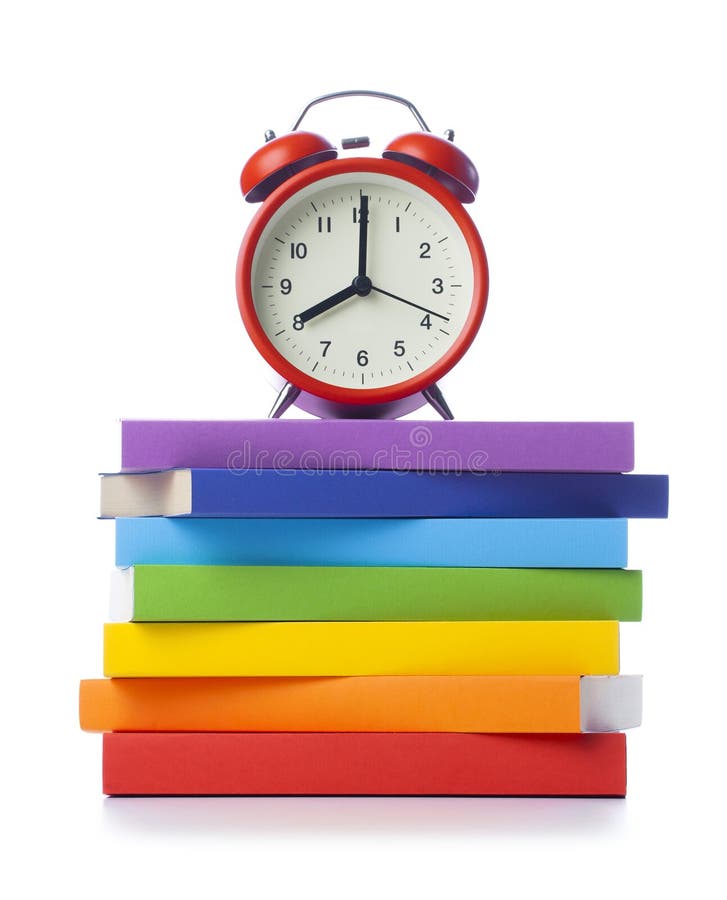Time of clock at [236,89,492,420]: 8:00
